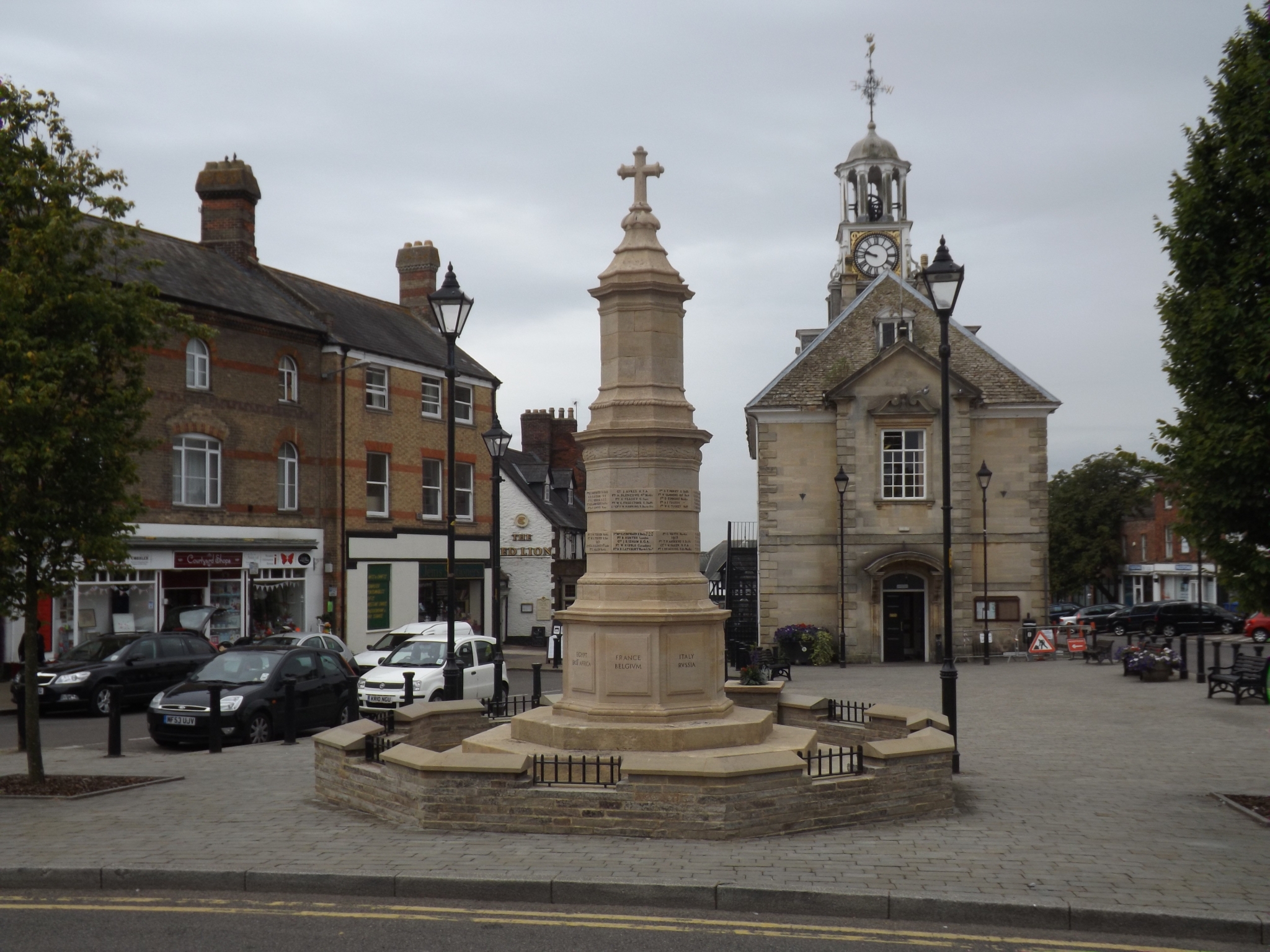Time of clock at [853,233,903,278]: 9:47
